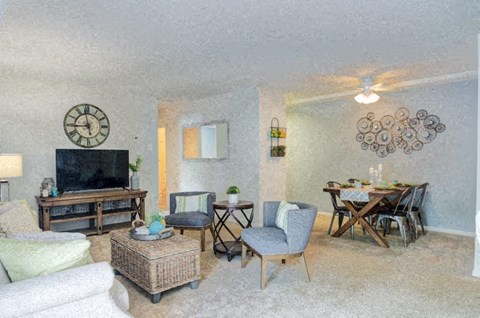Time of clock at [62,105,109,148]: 8:58
